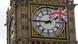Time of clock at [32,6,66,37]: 1:45
